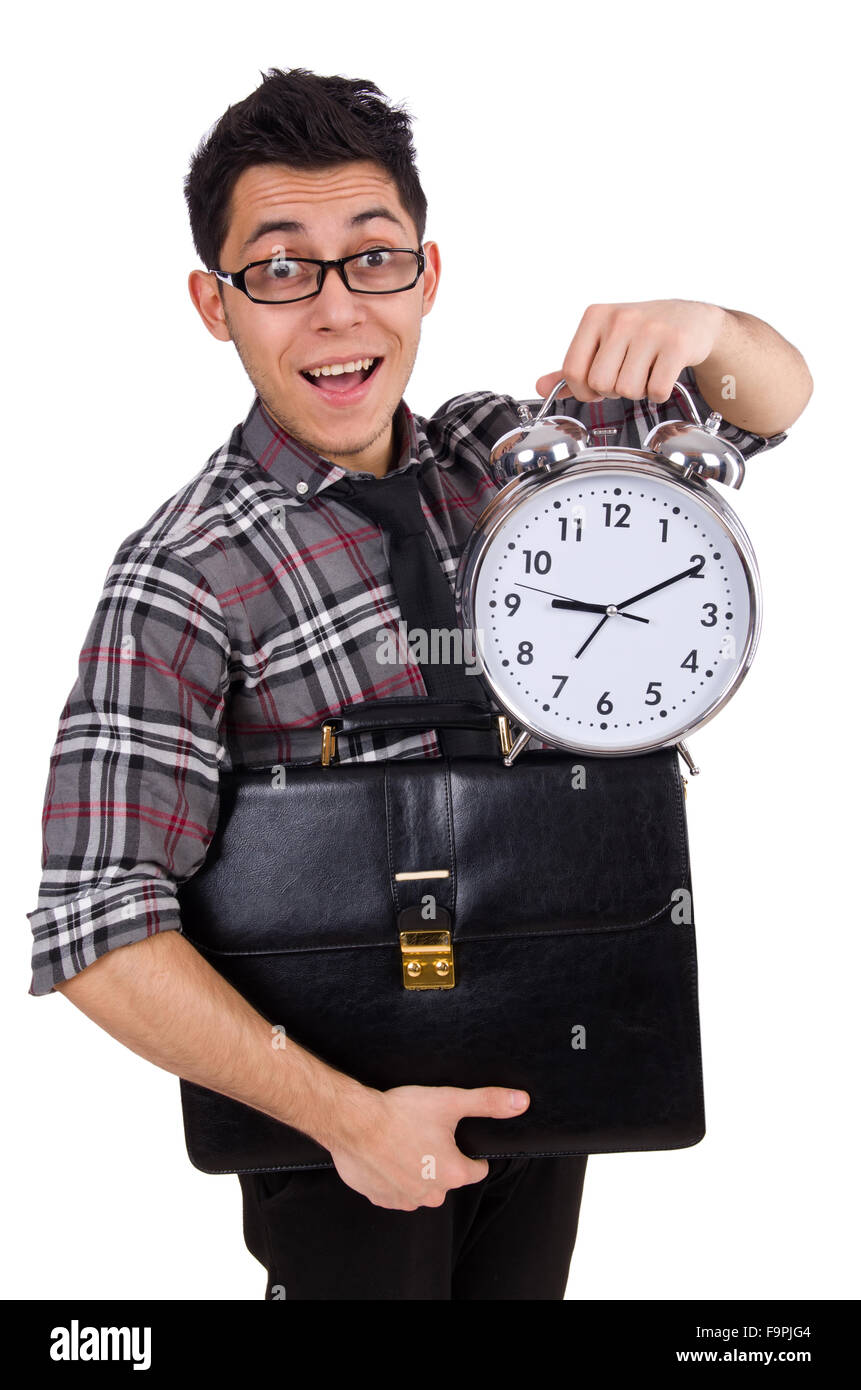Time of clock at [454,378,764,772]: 9:10
